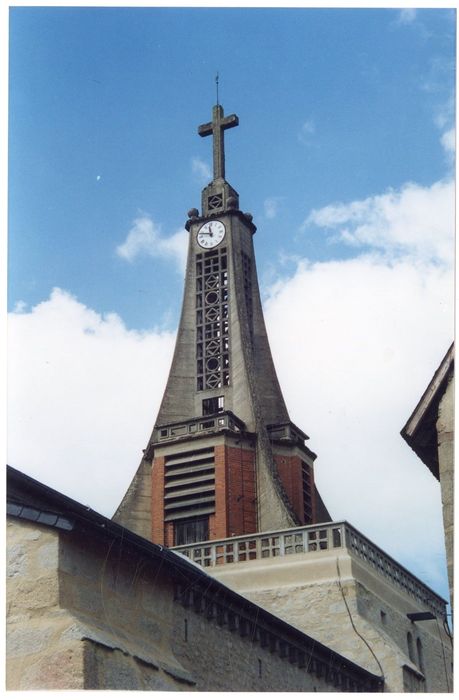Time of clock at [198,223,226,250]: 11:47
